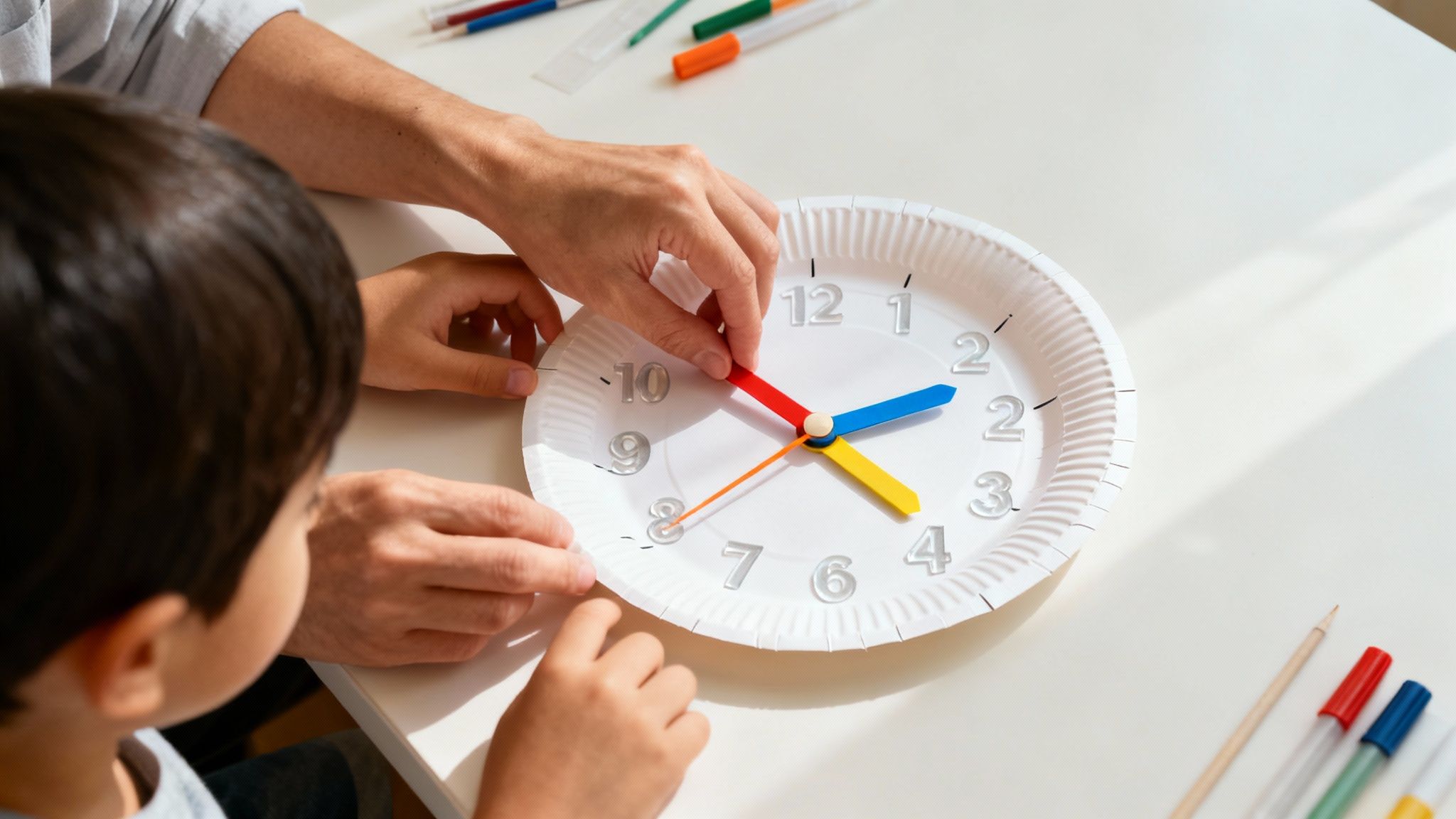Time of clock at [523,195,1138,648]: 2:23
